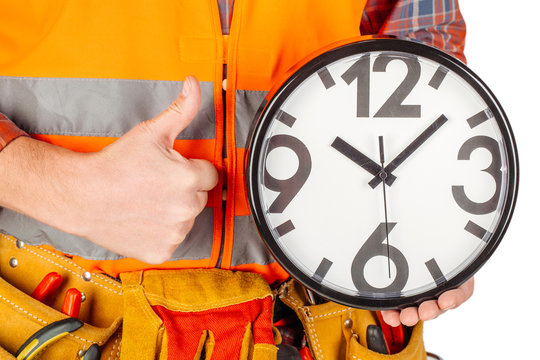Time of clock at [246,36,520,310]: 10:07
